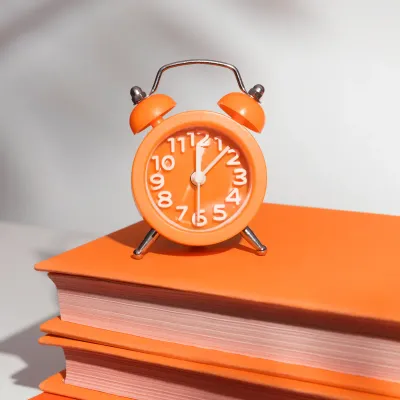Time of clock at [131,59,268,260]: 12:07
